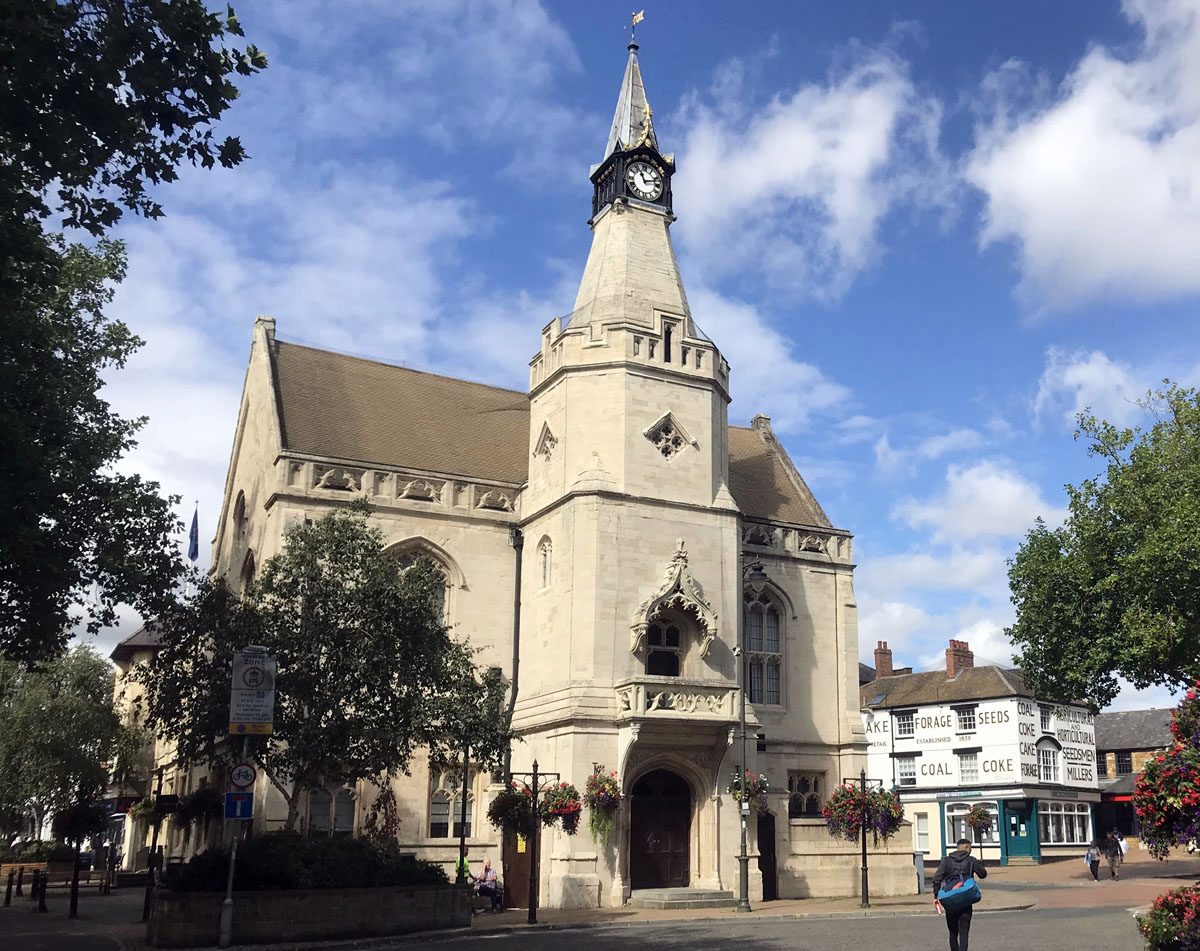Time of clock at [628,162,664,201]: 11:12
